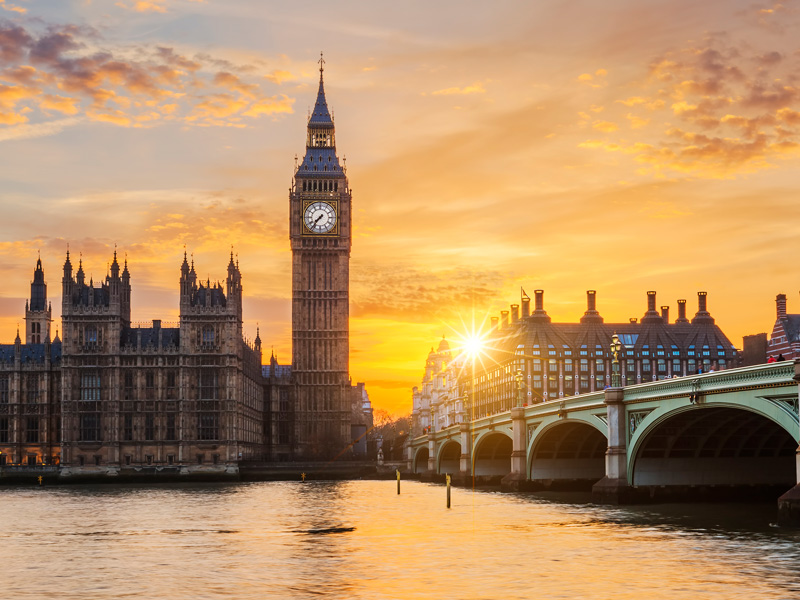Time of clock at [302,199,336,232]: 7:36
